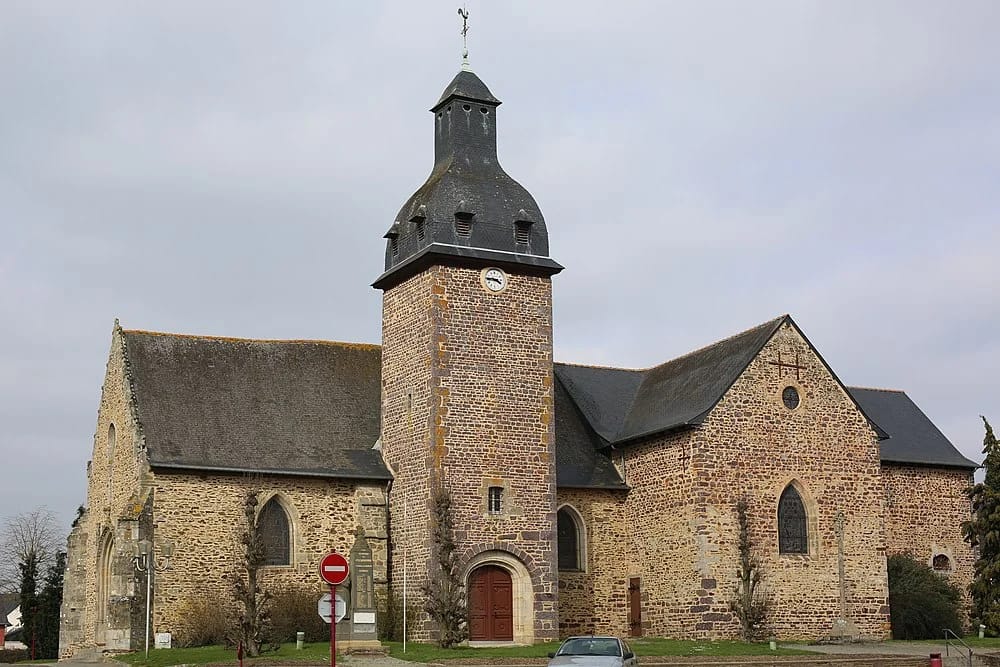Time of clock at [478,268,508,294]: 3:44
